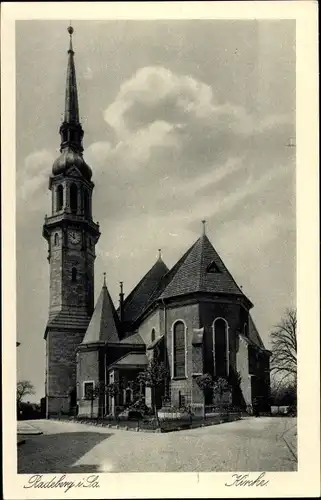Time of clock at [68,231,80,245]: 11:50
